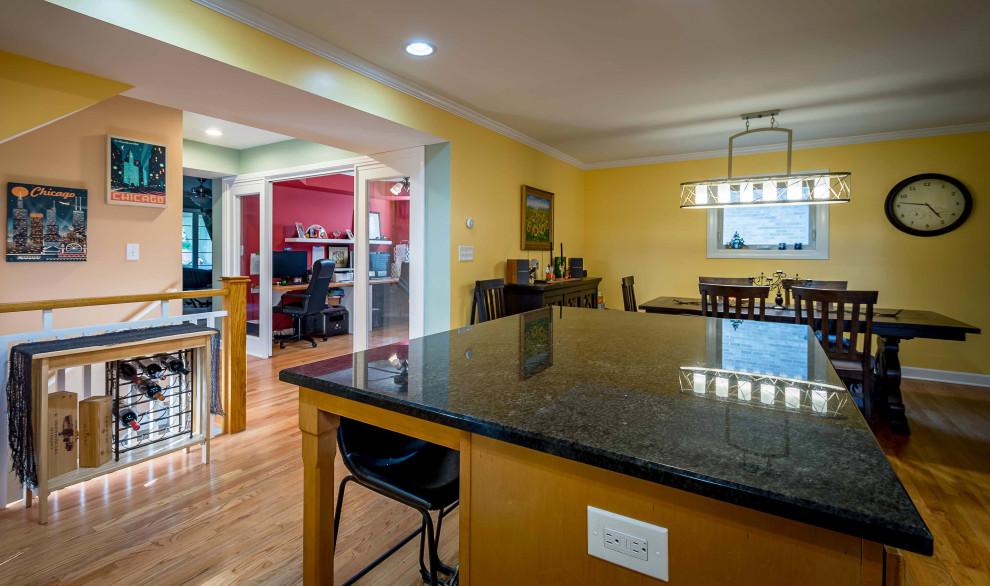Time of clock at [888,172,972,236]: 4:46
